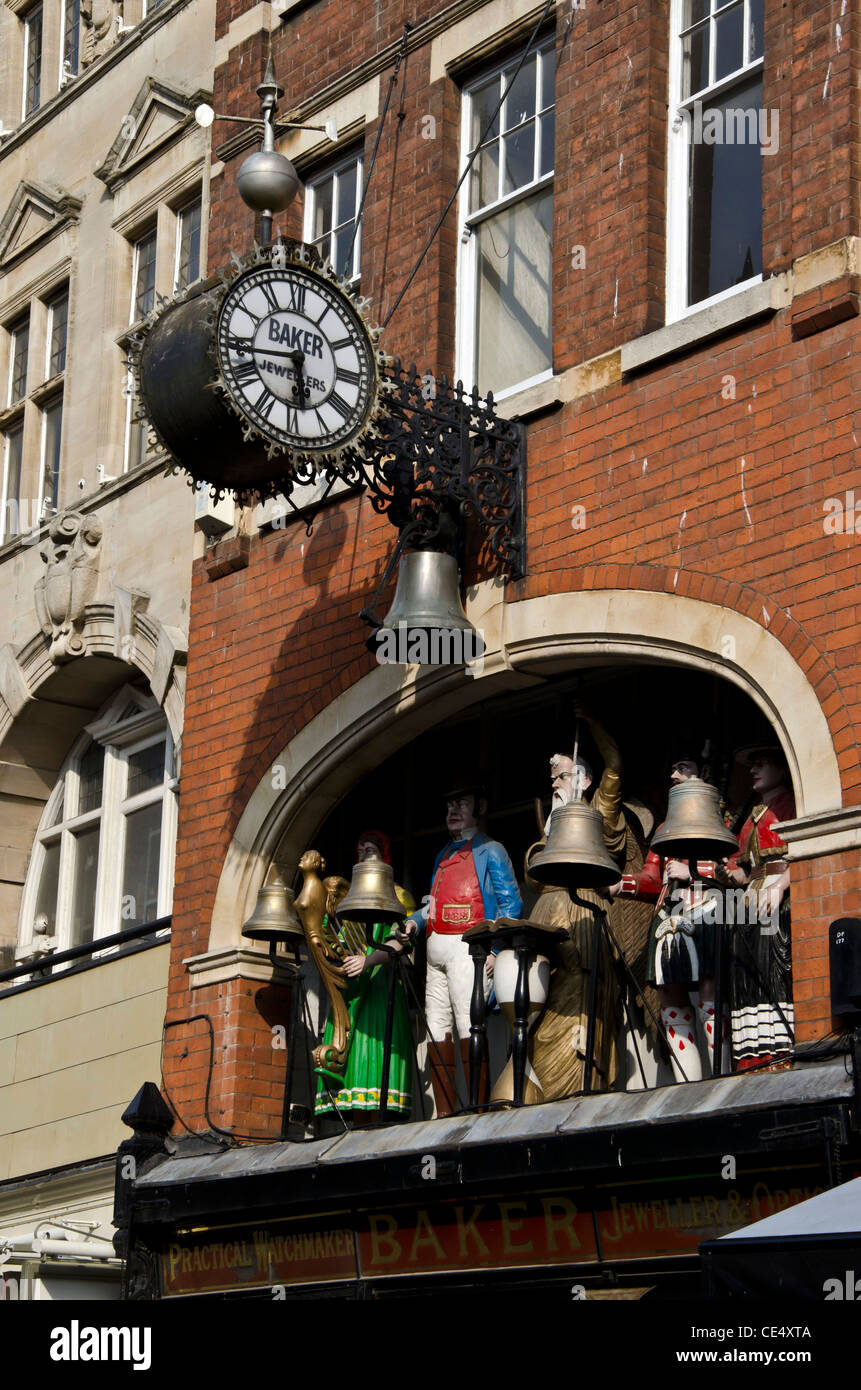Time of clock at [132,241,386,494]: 5:43
